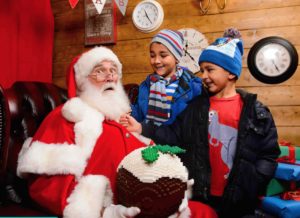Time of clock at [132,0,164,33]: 11:24
